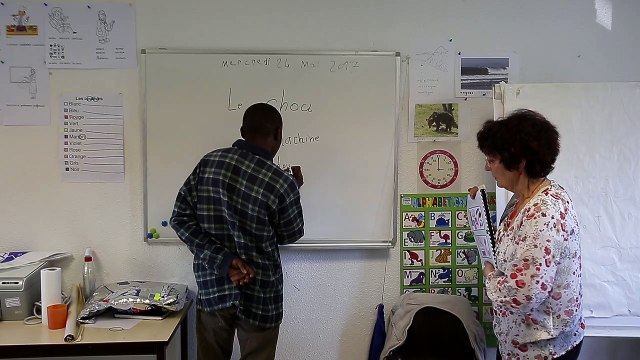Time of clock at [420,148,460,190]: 2:59
